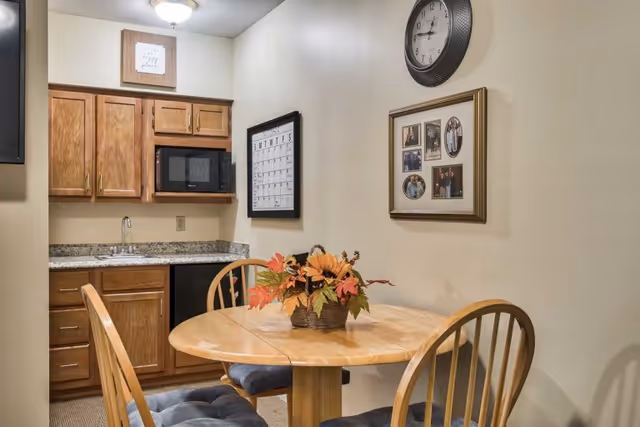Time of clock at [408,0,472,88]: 12:46
